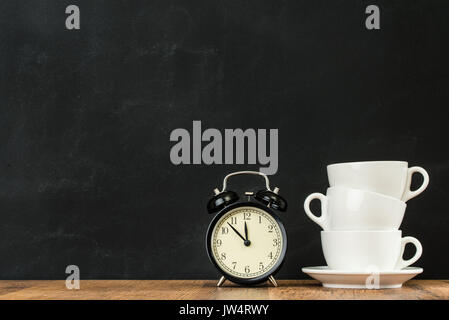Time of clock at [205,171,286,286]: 11:52
